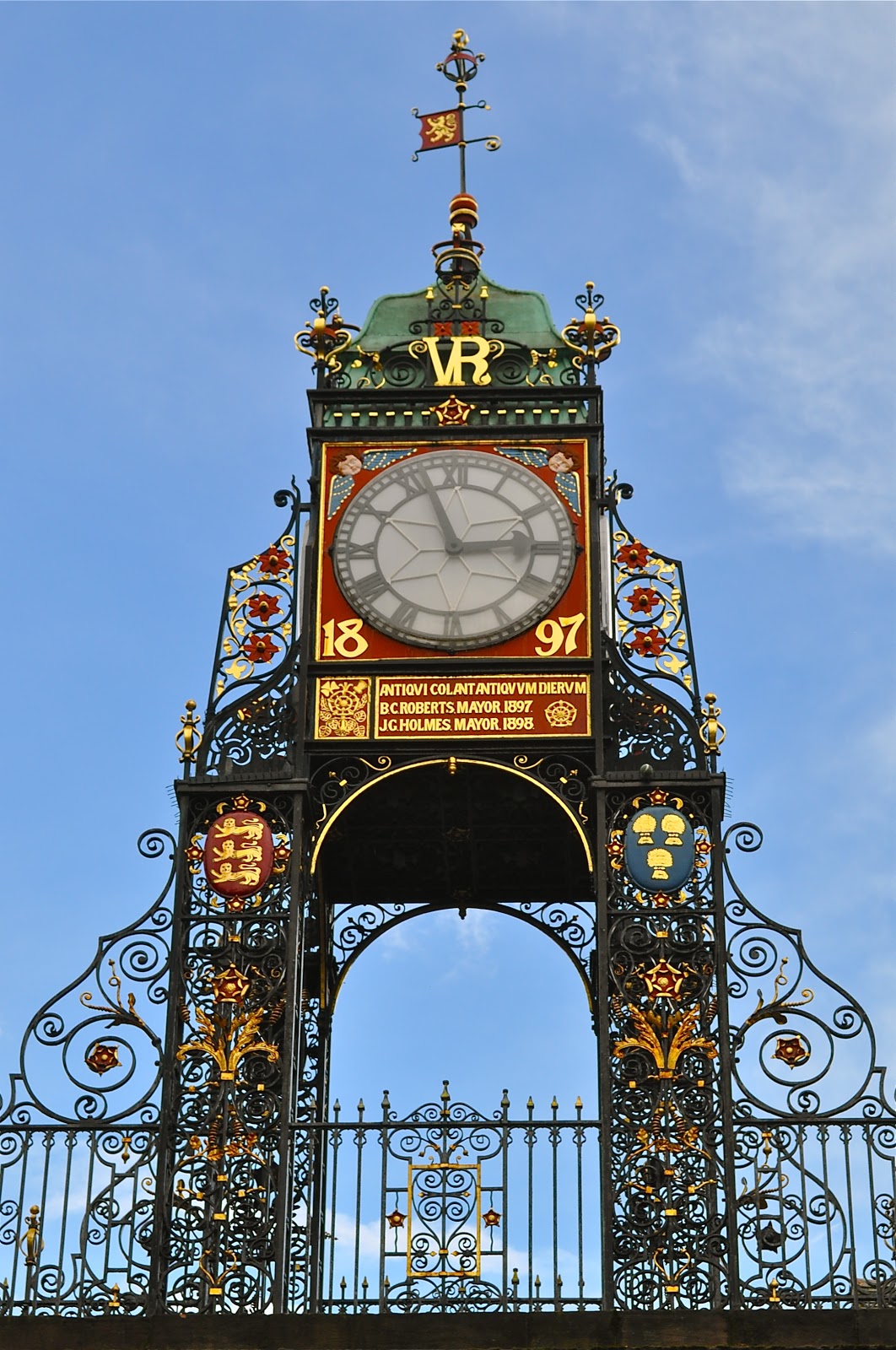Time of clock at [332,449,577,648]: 2:57
